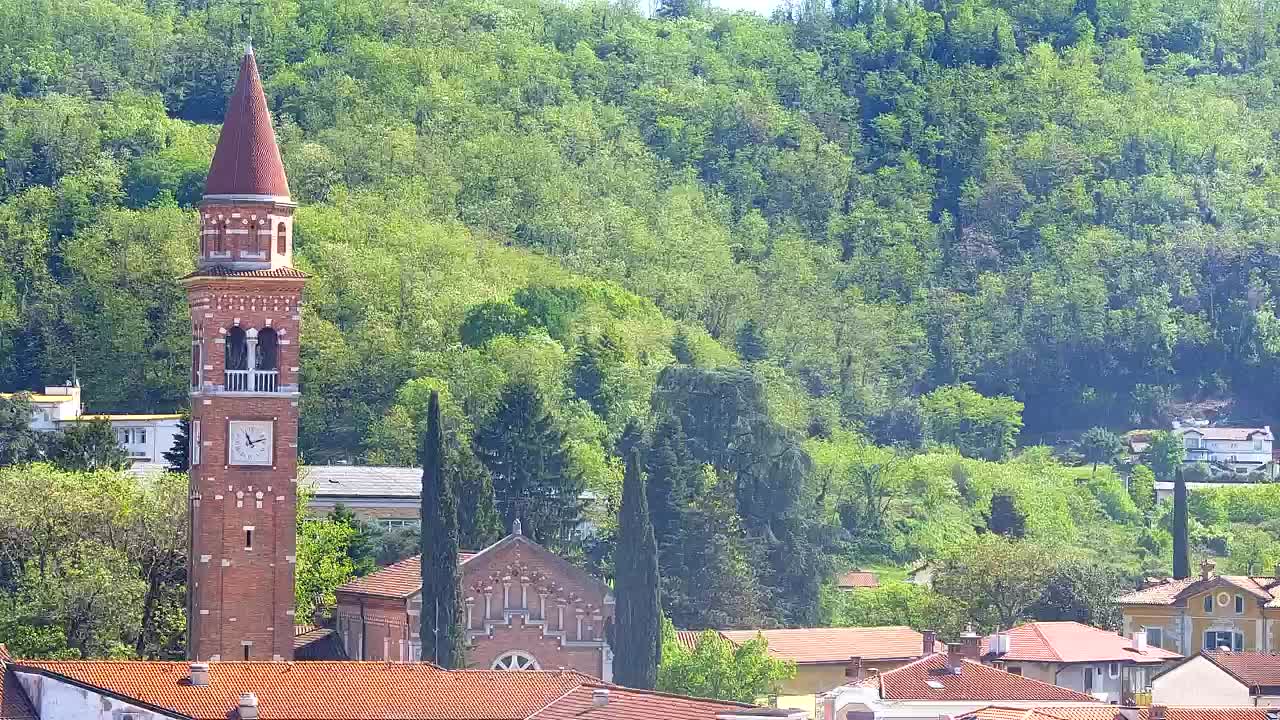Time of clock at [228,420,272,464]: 11:12
